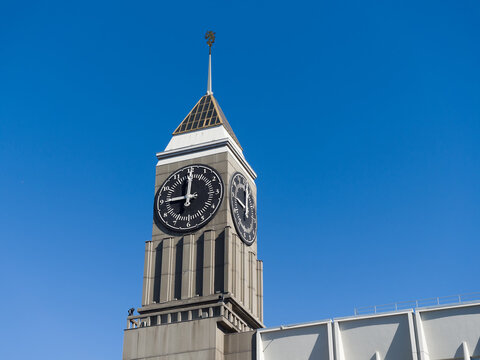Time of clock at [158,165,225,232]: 9:00
